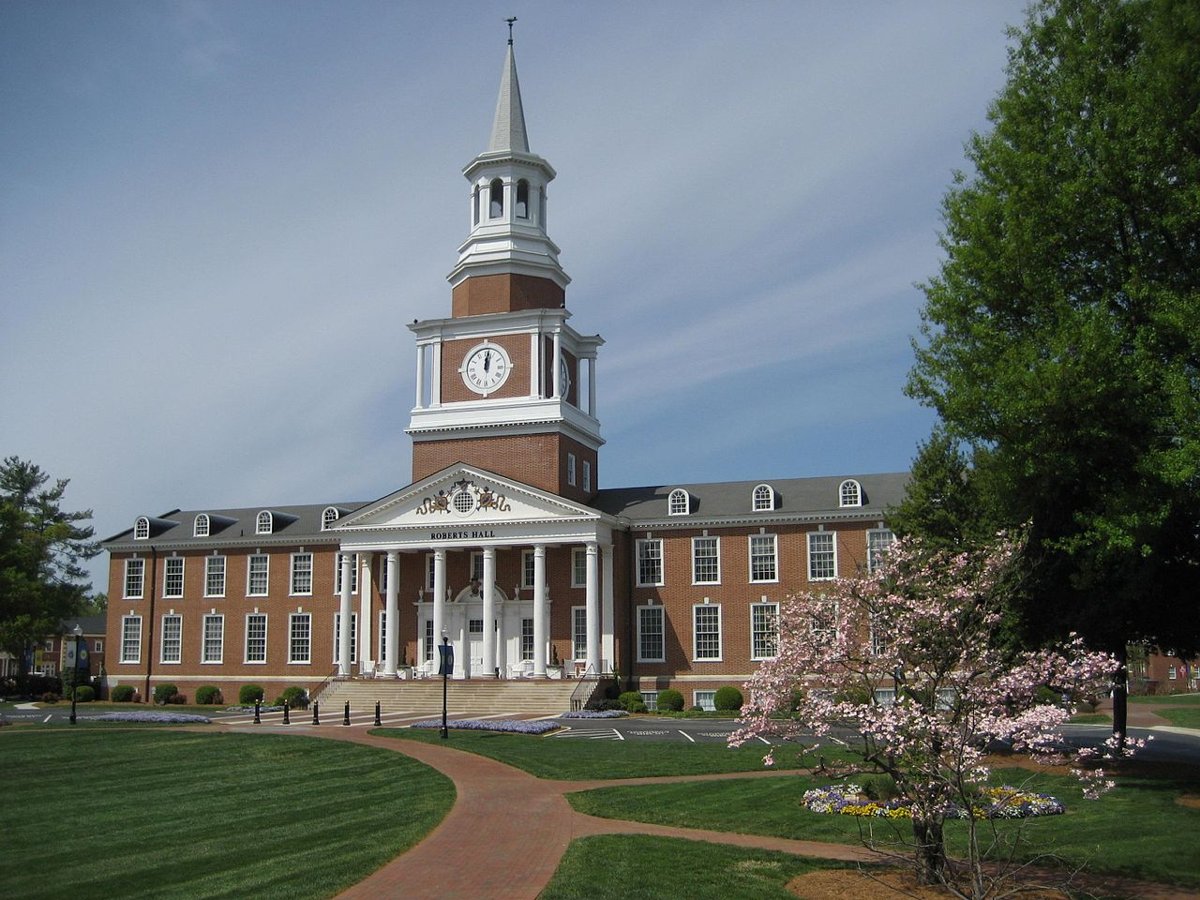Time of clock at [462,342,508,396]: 12:01
